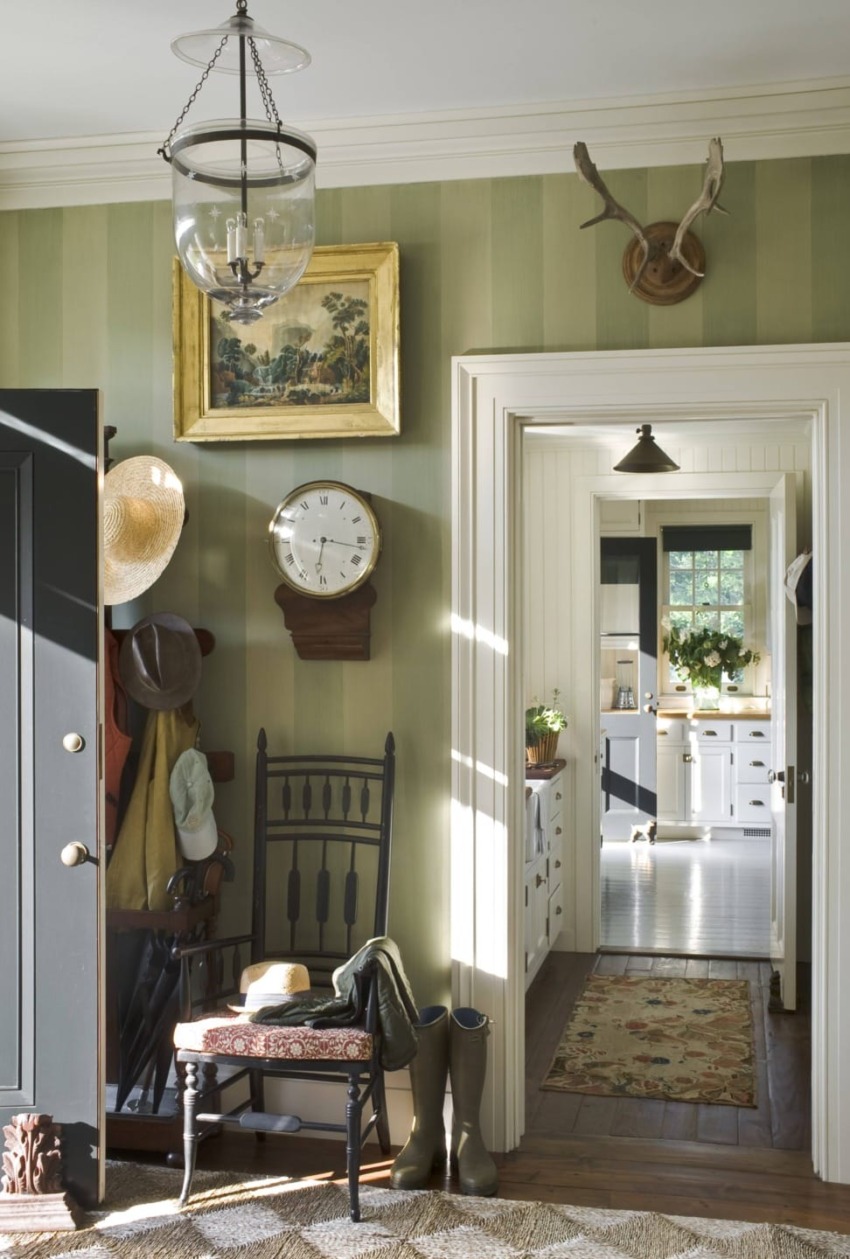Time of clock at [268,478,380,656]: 6:16
